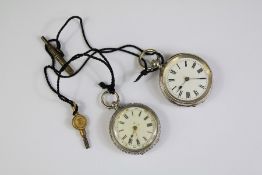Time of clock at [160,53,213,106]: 7:15
